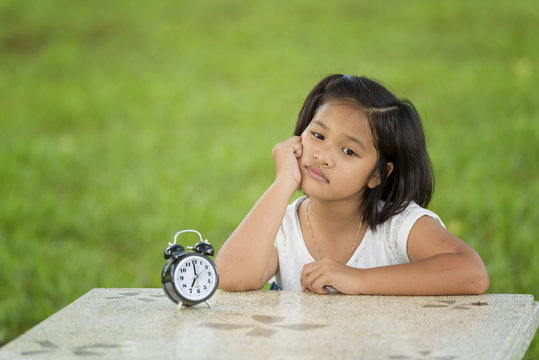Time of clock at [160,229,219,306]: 7:00
